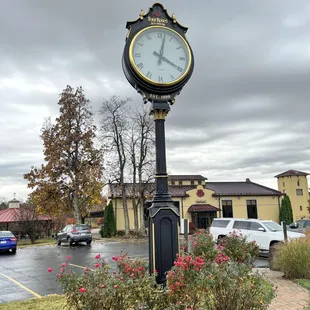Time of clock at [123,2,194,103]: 4:02
